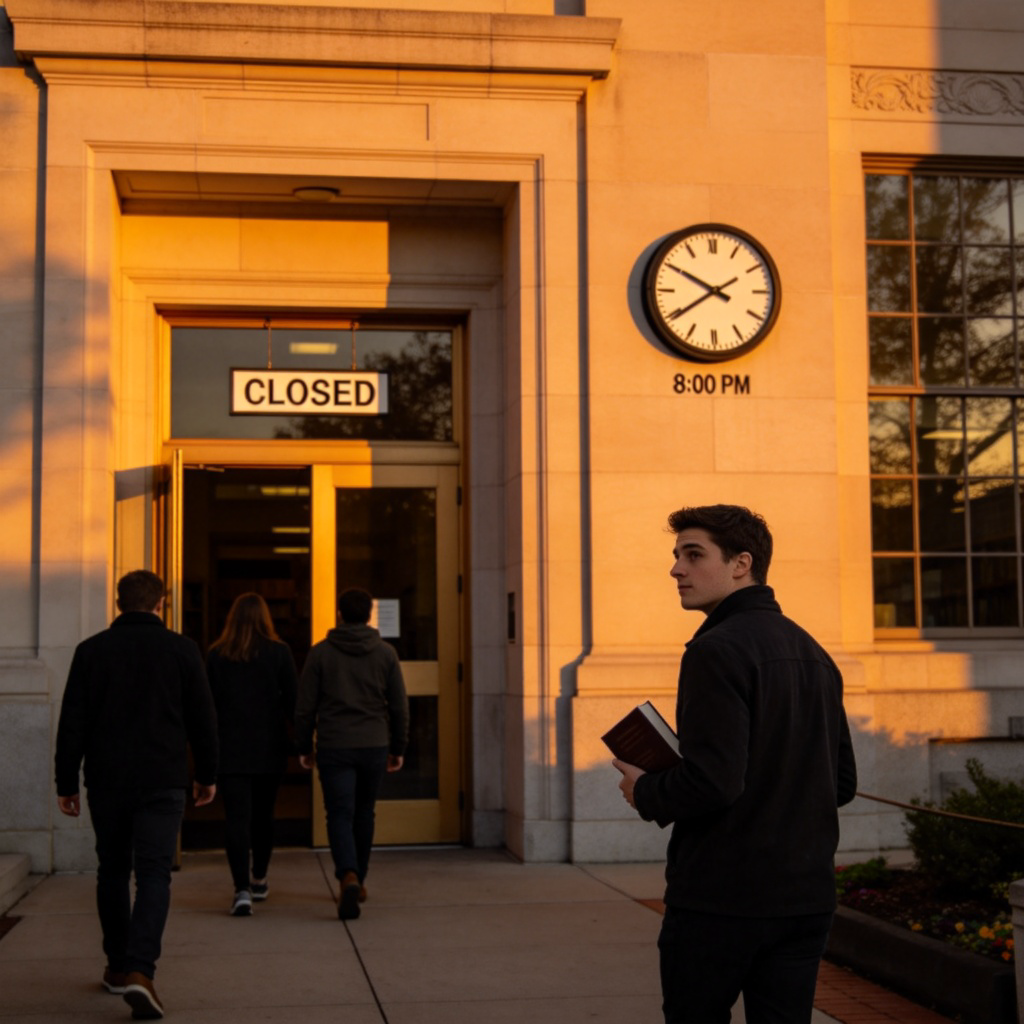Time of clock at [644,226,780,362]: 7:49
